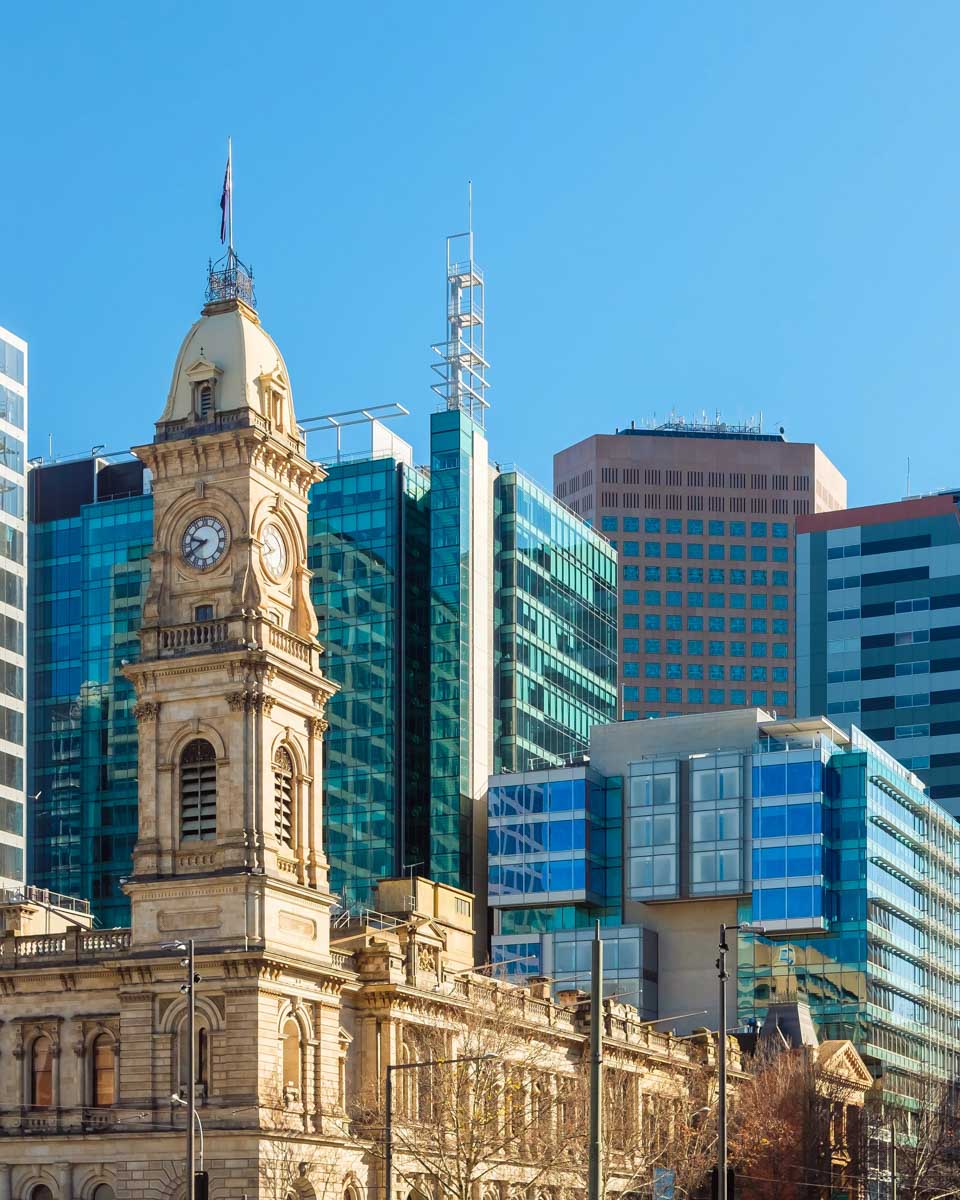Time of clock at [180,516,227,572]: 9:39
